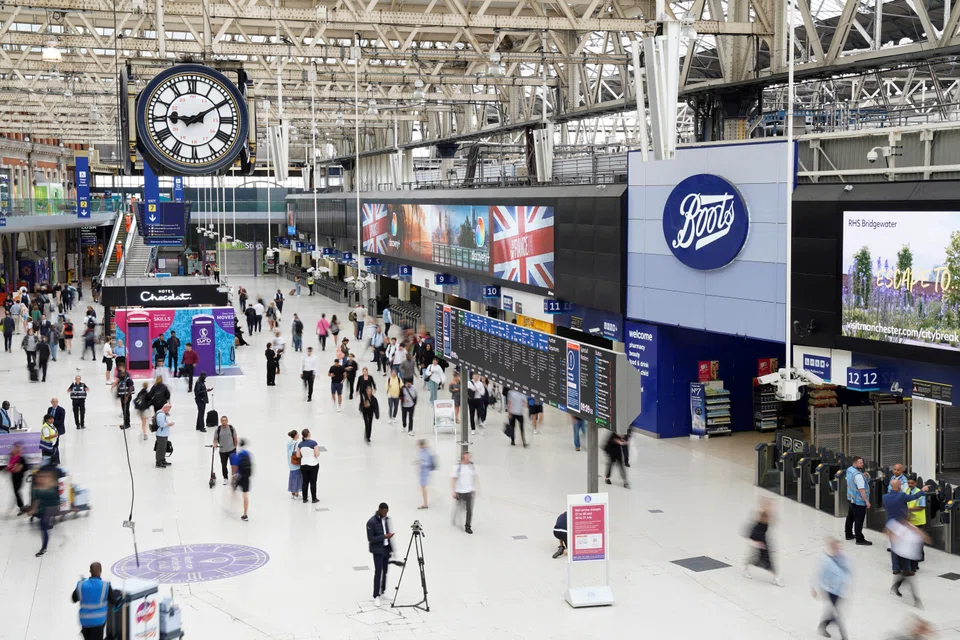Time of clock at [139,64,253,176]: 9:09
